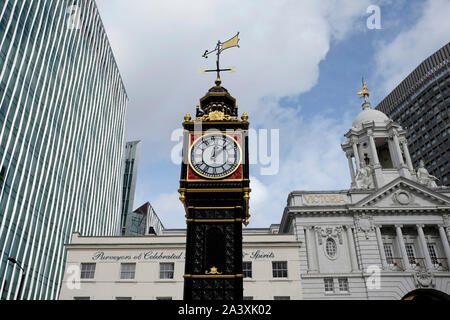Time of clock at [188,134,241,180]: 12:07
